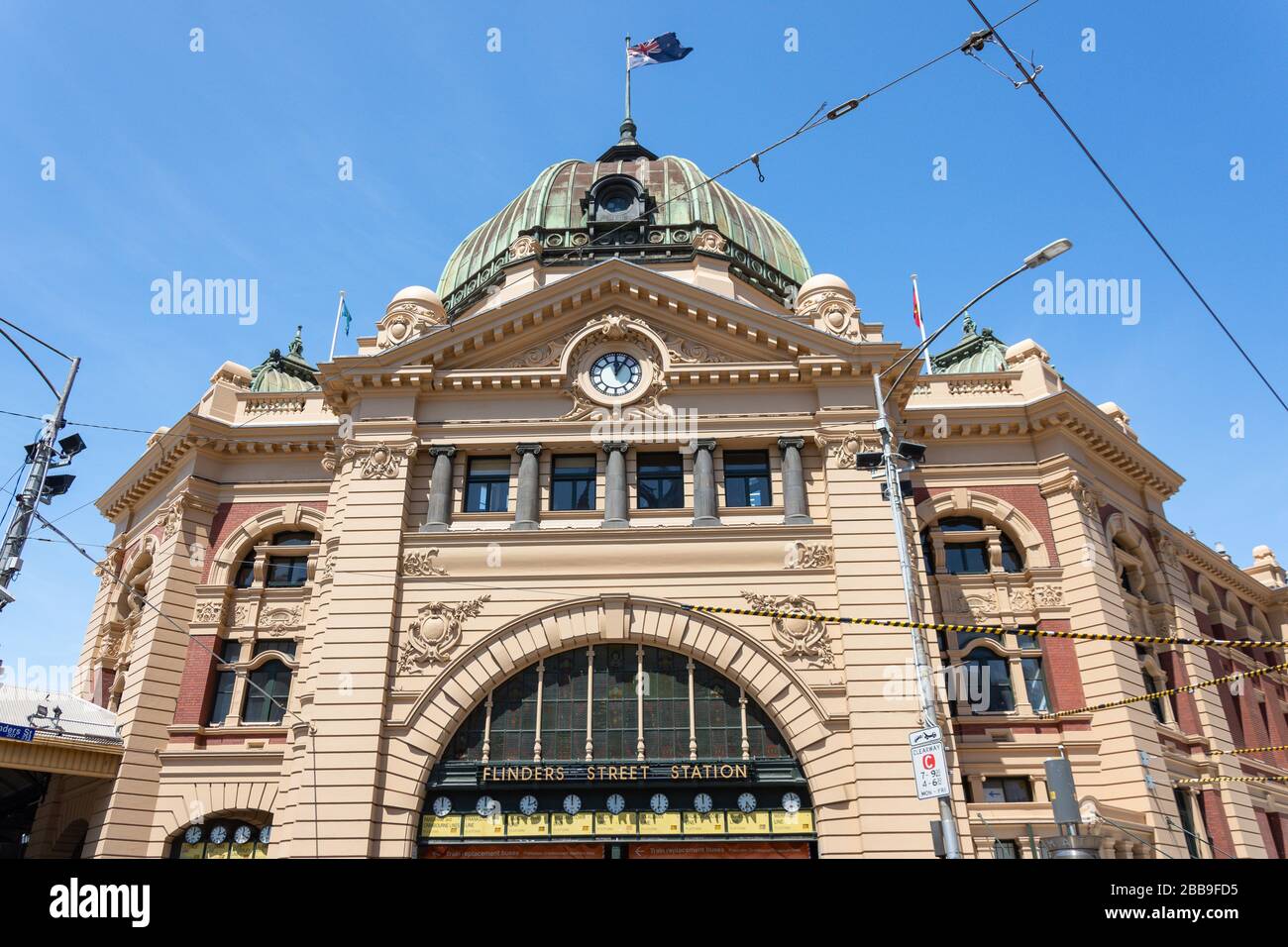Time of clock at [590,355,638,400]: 12:05
